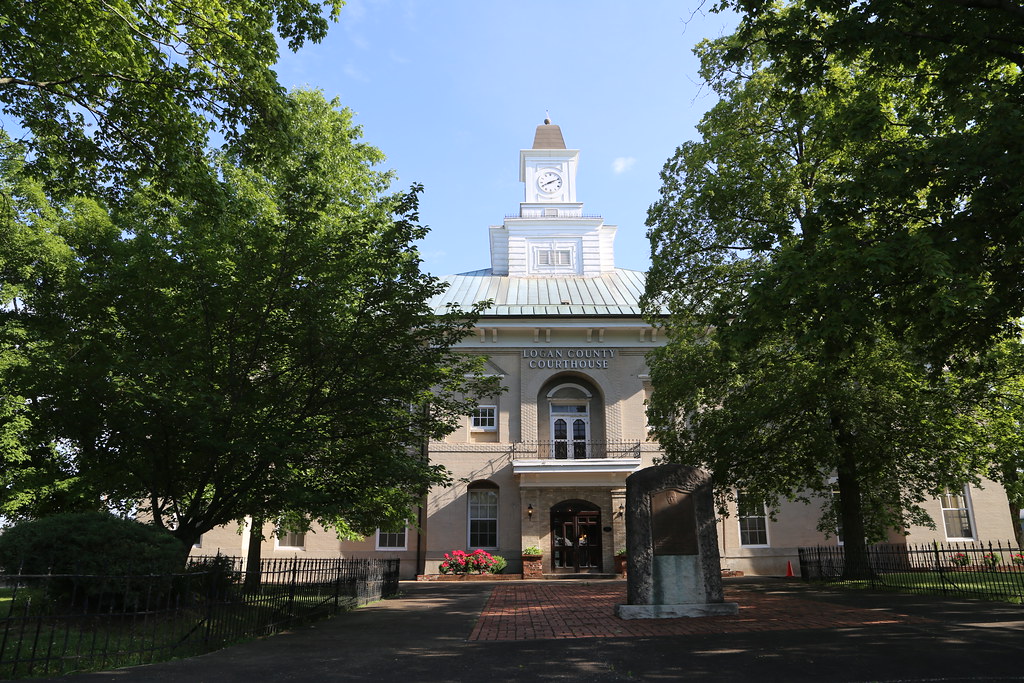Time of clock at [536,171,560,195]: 8:11
